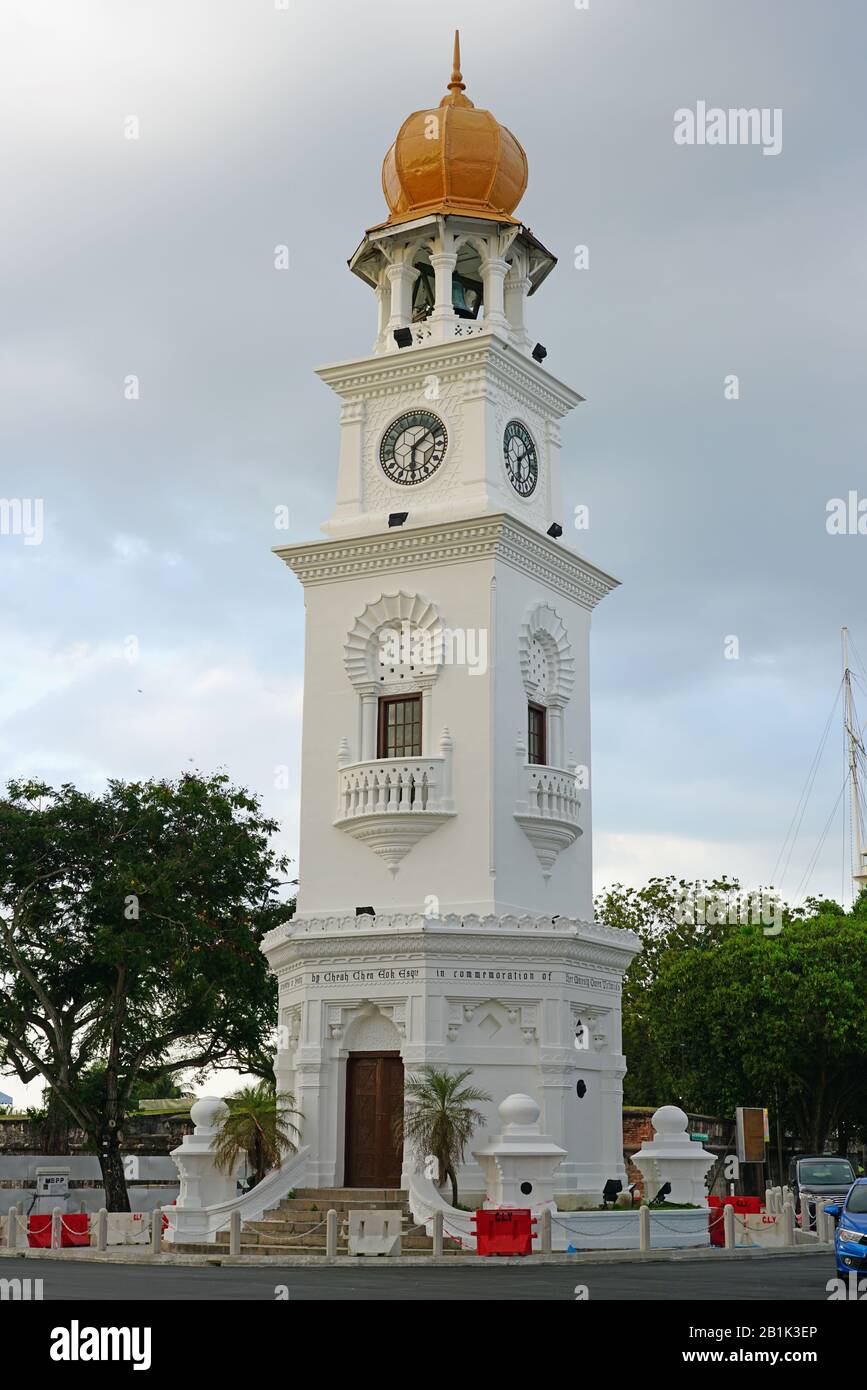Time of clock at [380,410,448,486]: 6:08
